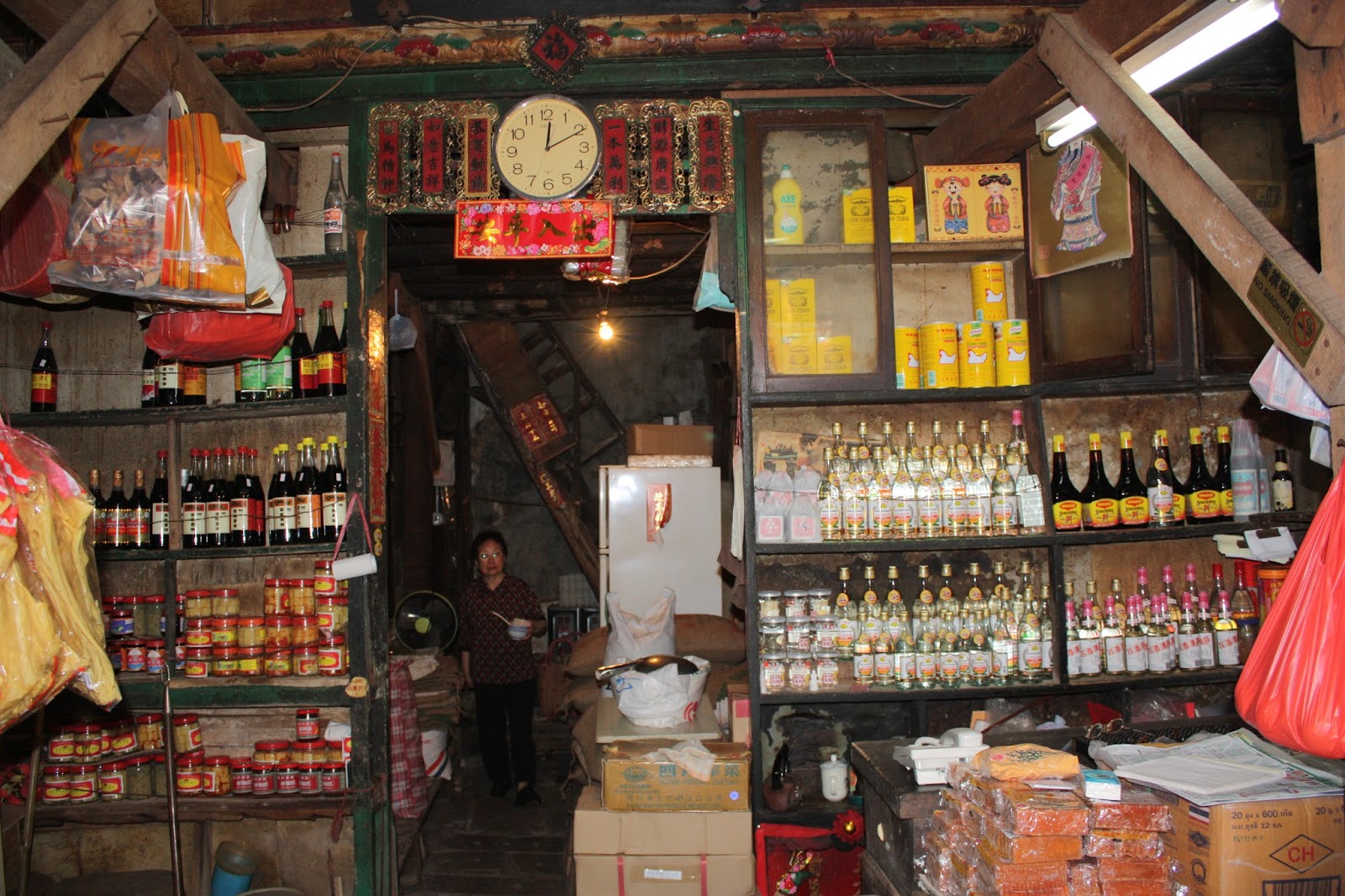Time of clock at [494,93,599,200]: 12:10
